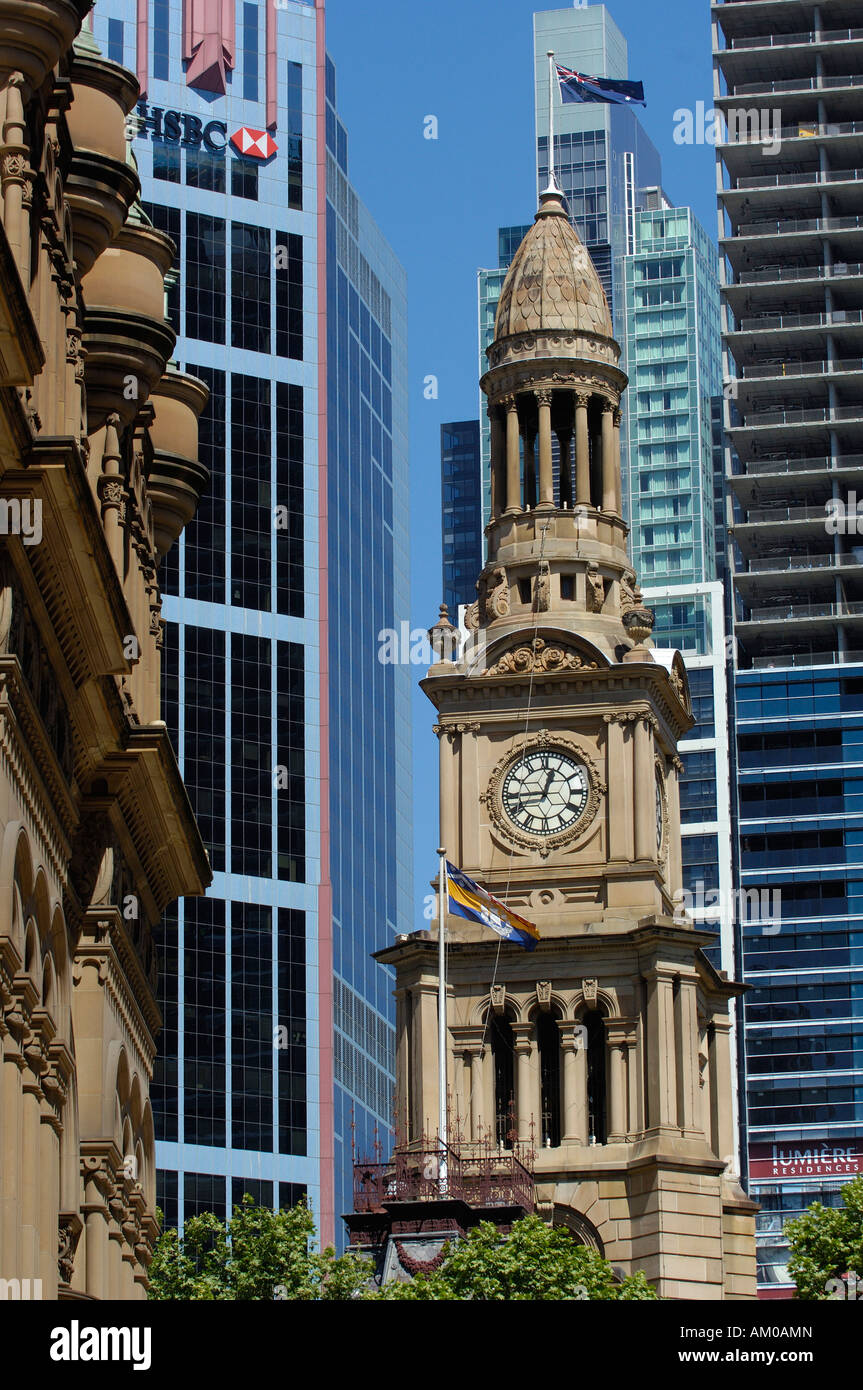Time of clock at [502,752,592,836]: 12:44
